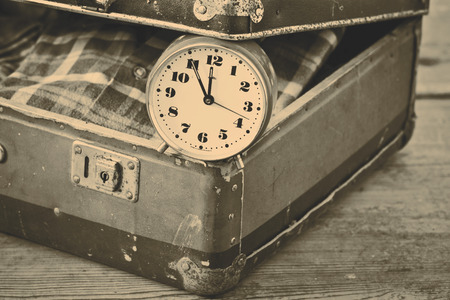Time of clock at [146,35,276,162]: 11:54
